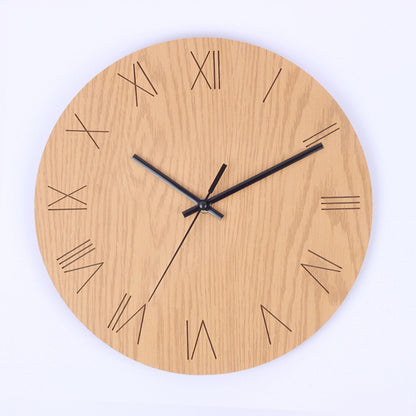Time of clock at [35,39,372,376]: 10:10
